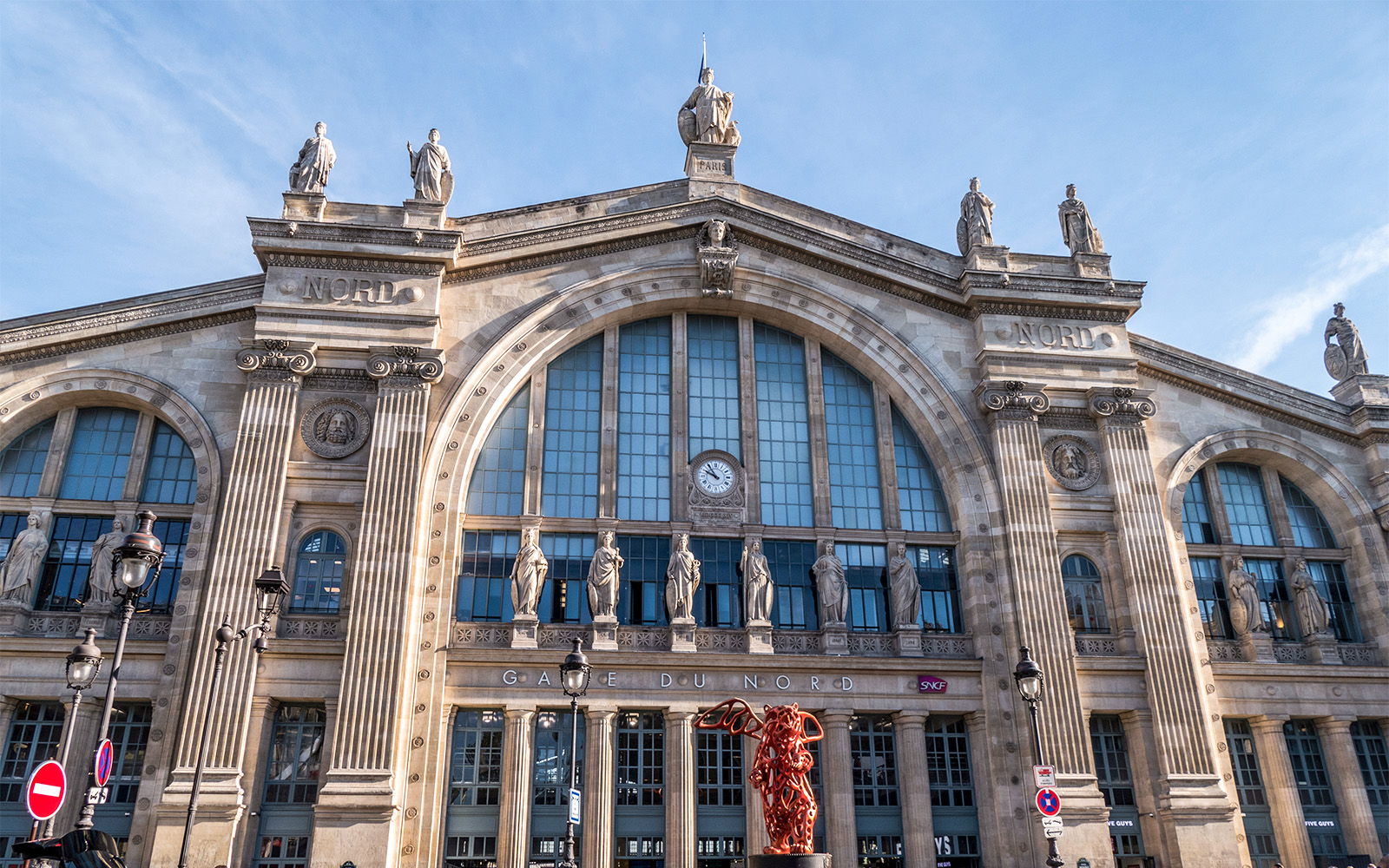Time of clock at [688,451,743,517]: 9:54
